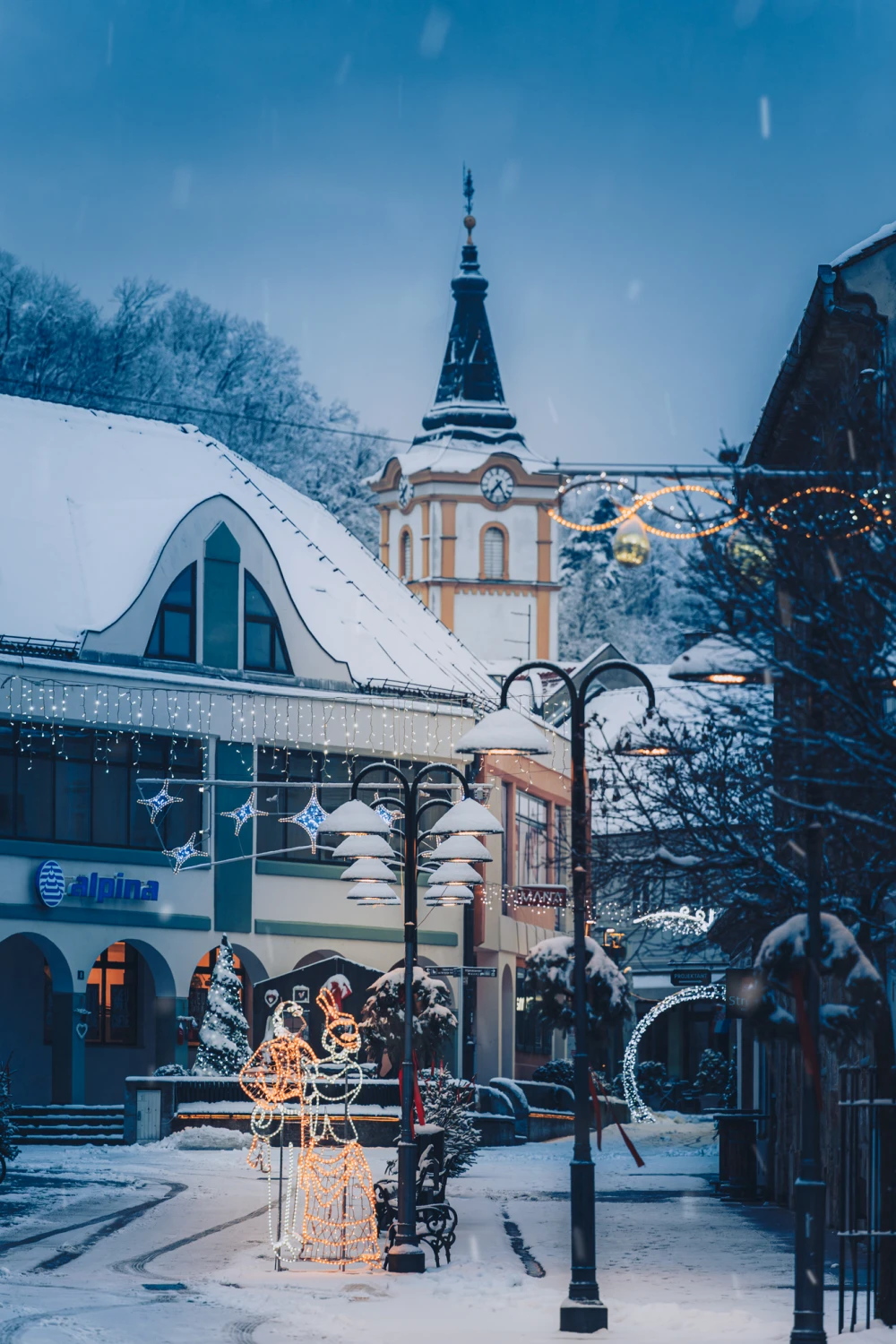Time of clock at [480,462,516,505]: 7:24
